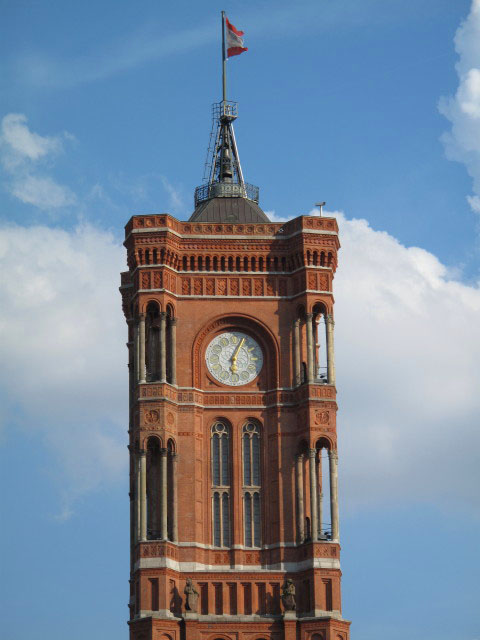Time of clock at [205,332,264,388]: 6:04
